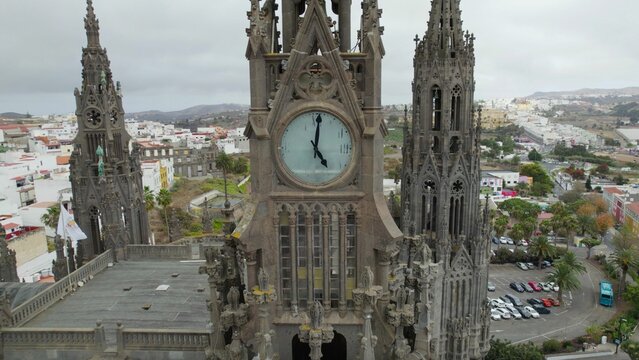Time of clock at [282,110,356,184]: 5:00
